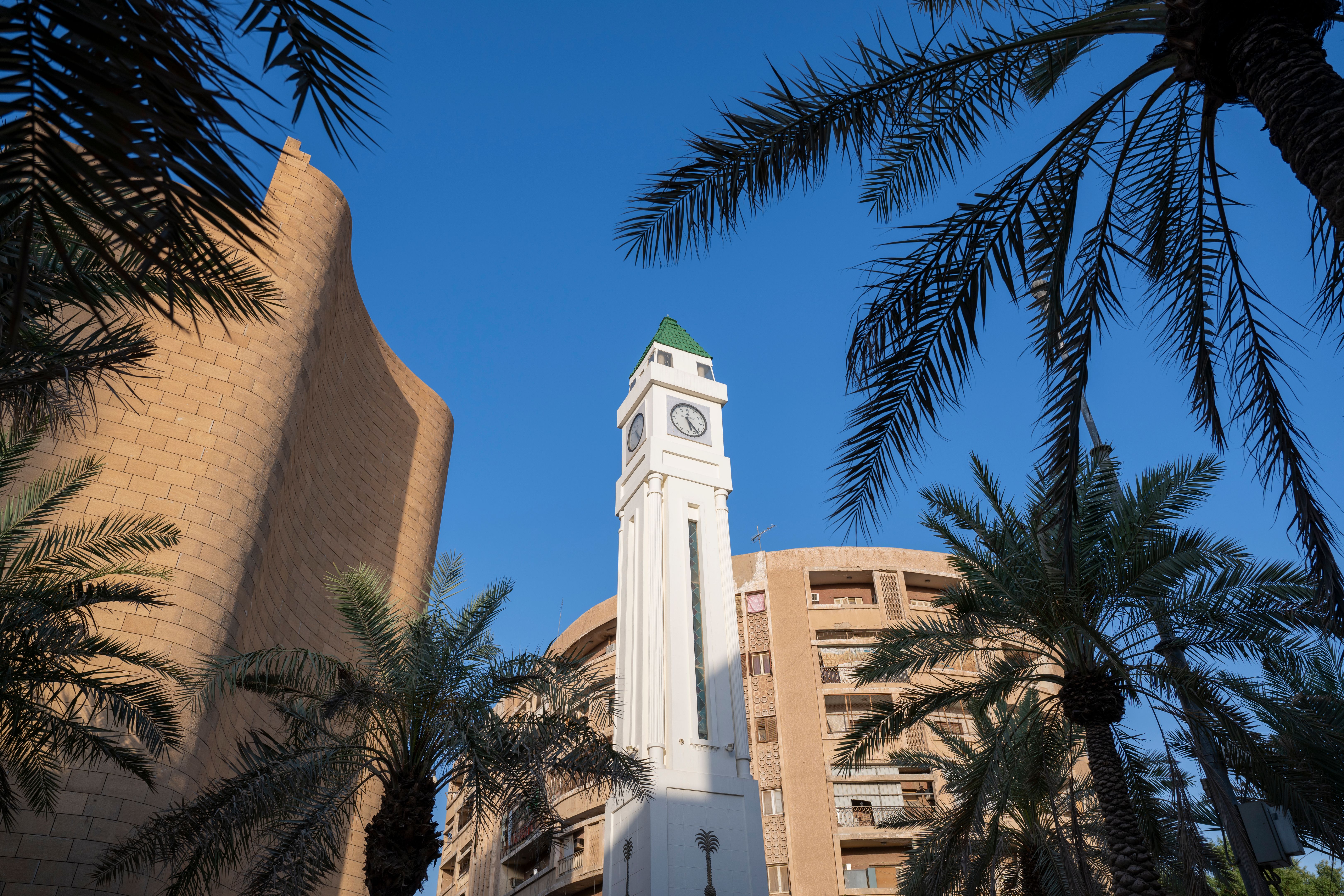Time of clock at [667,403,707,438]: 5:22
